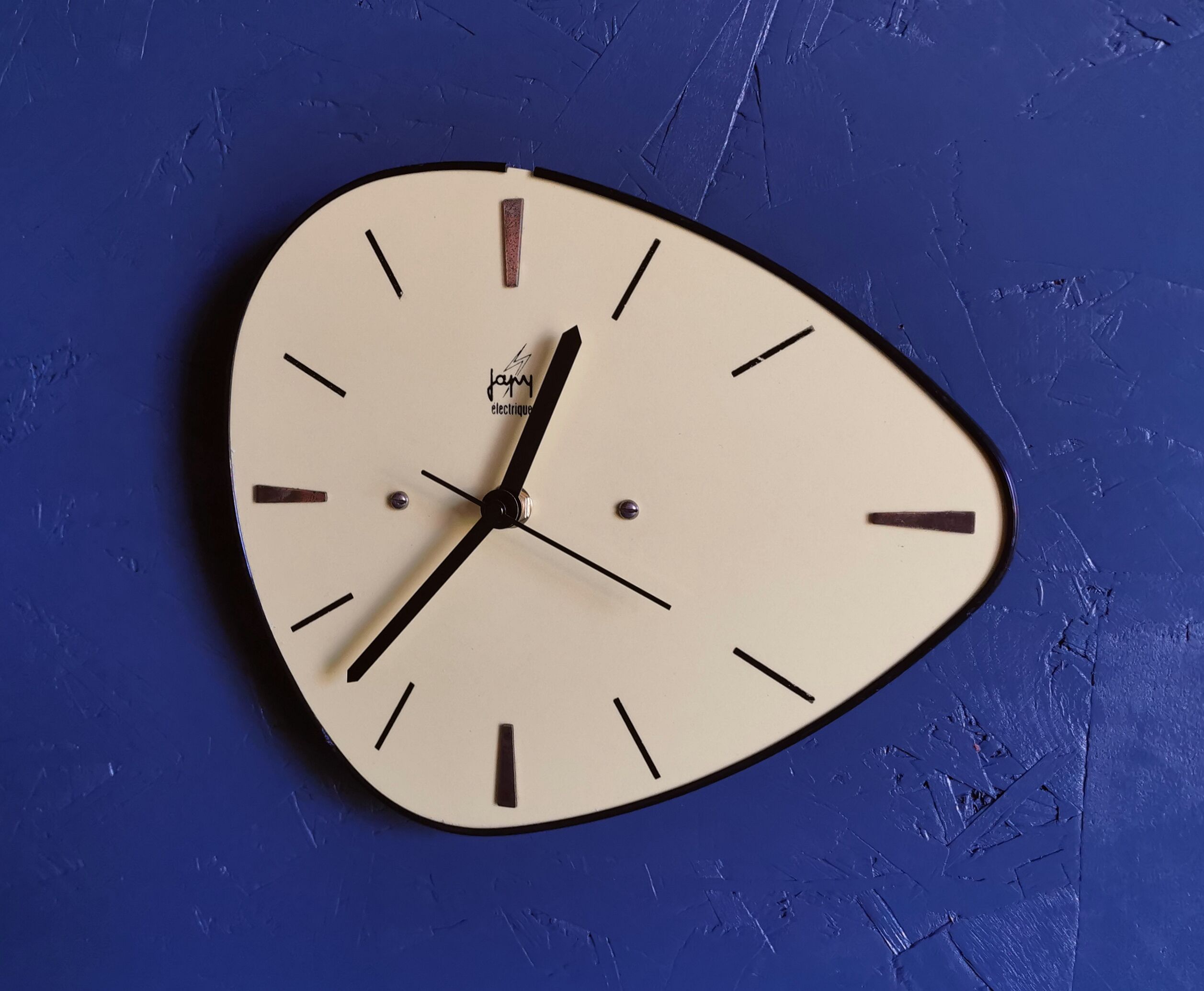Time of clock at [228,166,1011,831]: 12:37
